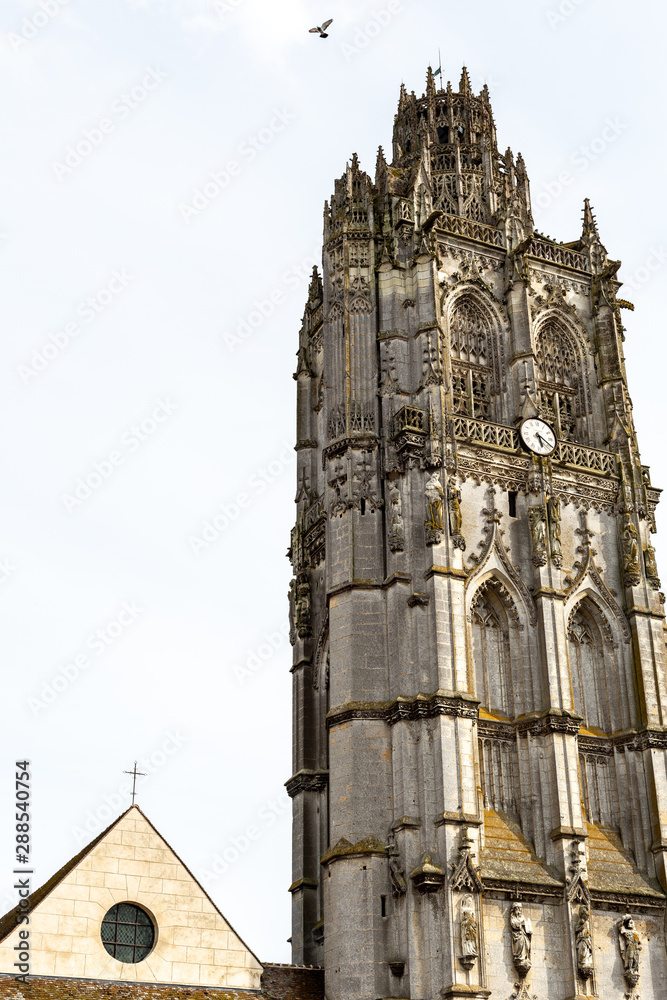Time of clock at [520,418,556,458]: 5:19
